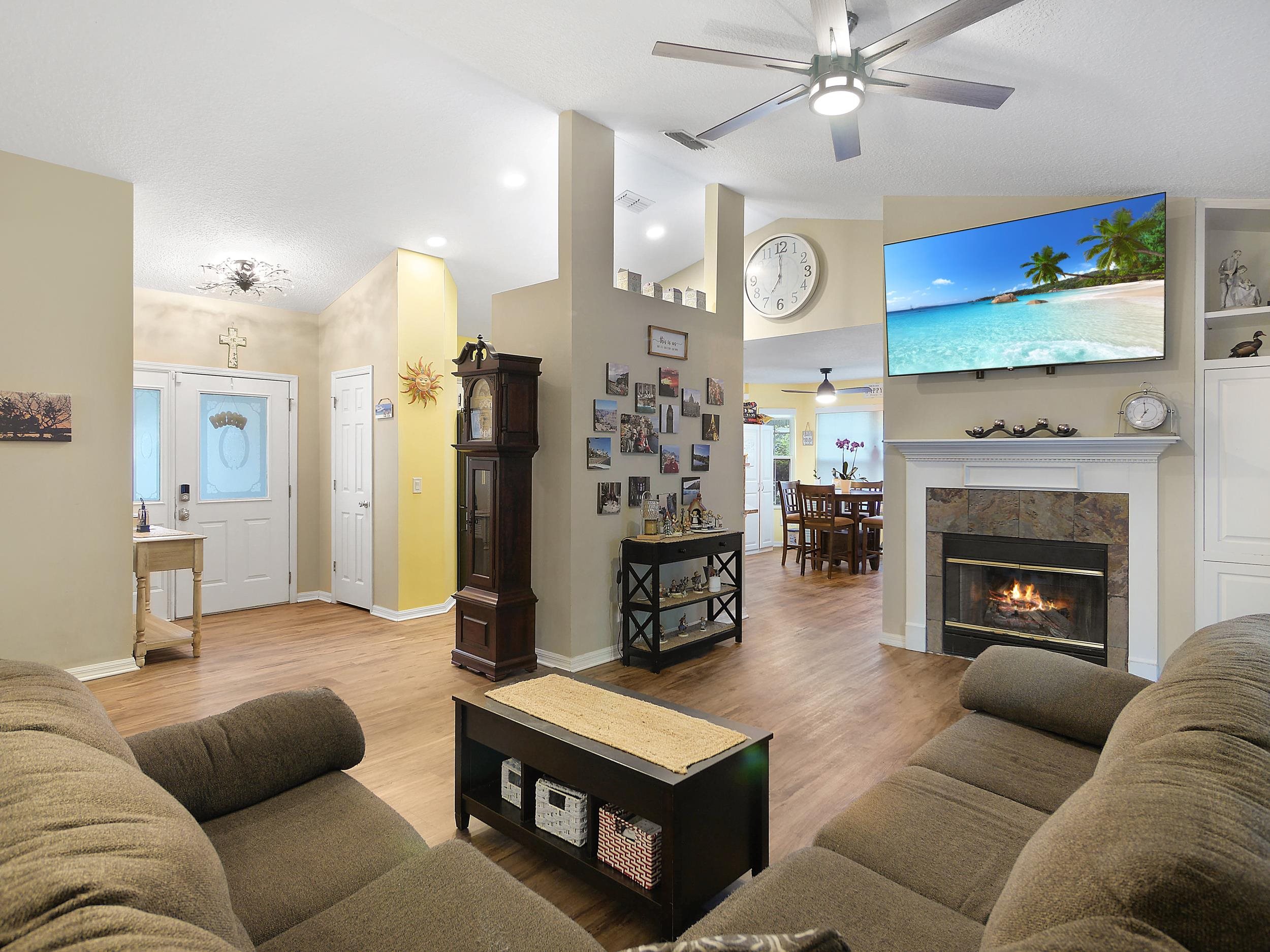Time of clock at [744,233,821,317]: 6:59
